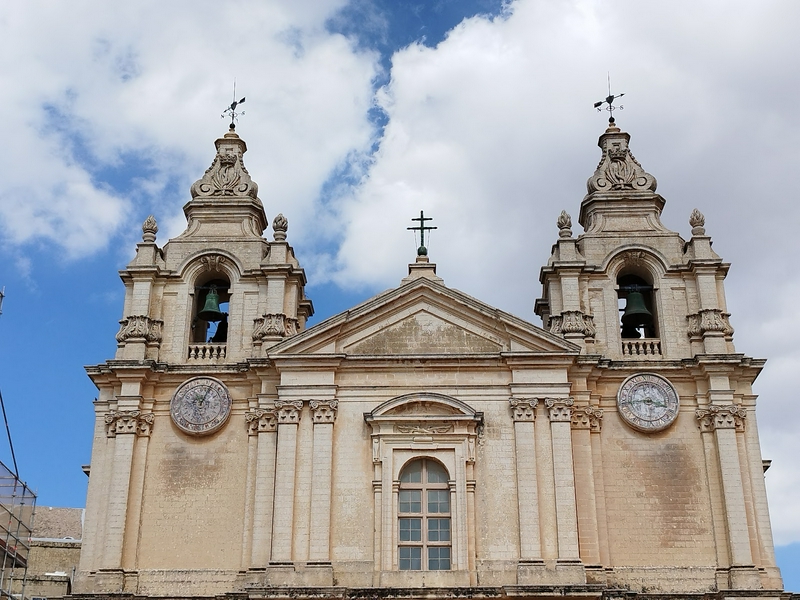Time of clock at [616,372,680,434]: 3:43
